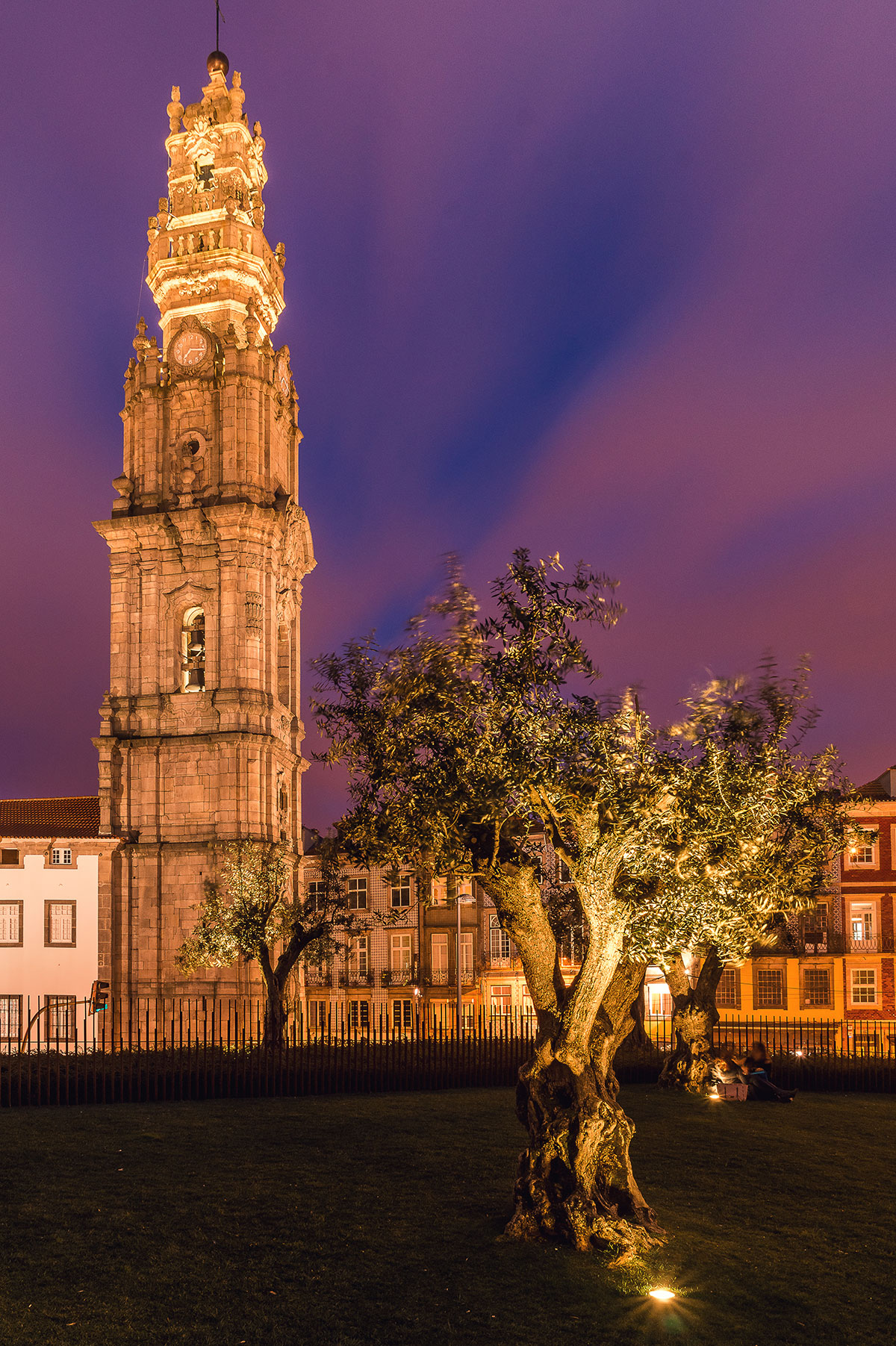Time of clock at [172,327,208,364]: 7:16
